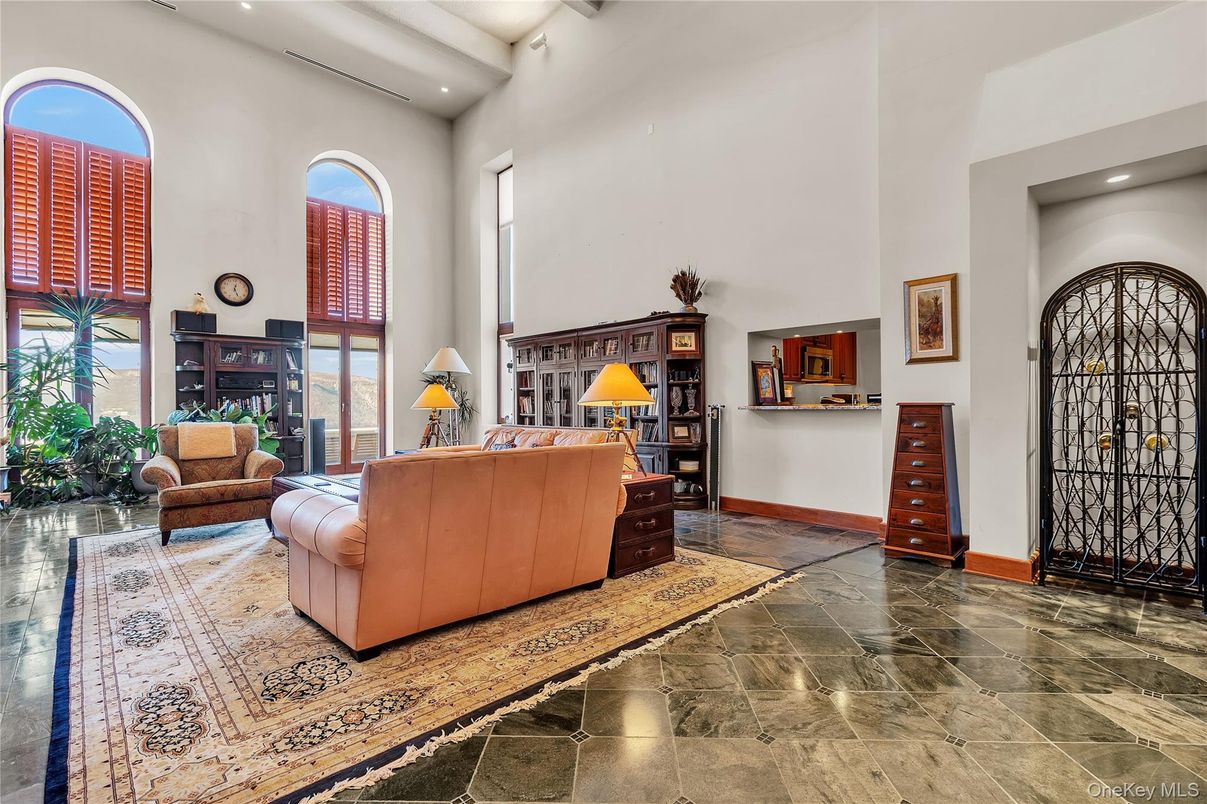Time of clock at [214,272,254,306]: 12:26
